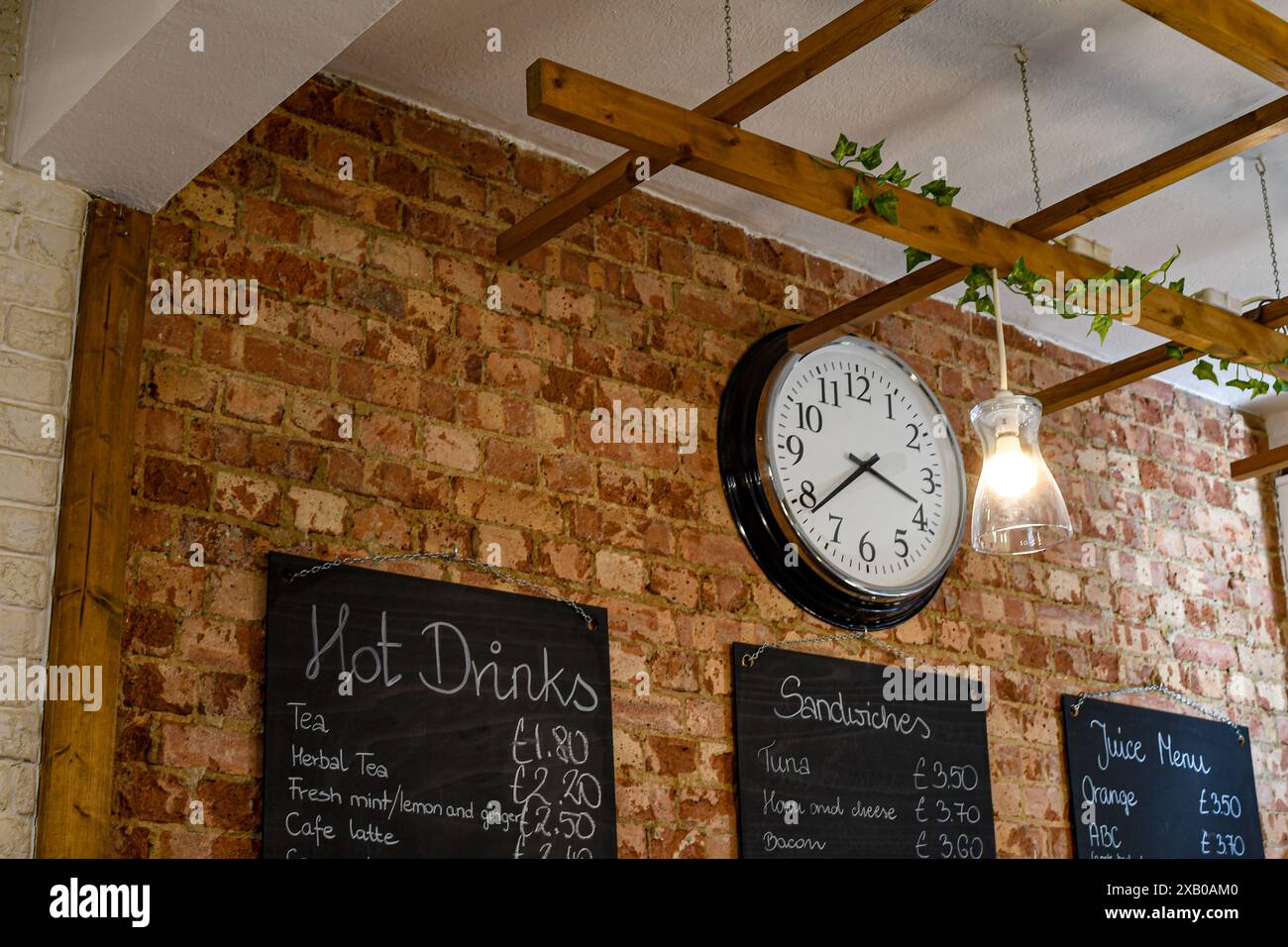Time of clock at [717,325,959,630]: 3:38
